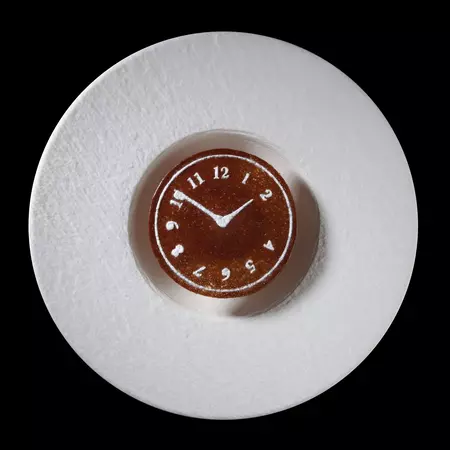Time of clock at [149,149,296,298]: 1:51
